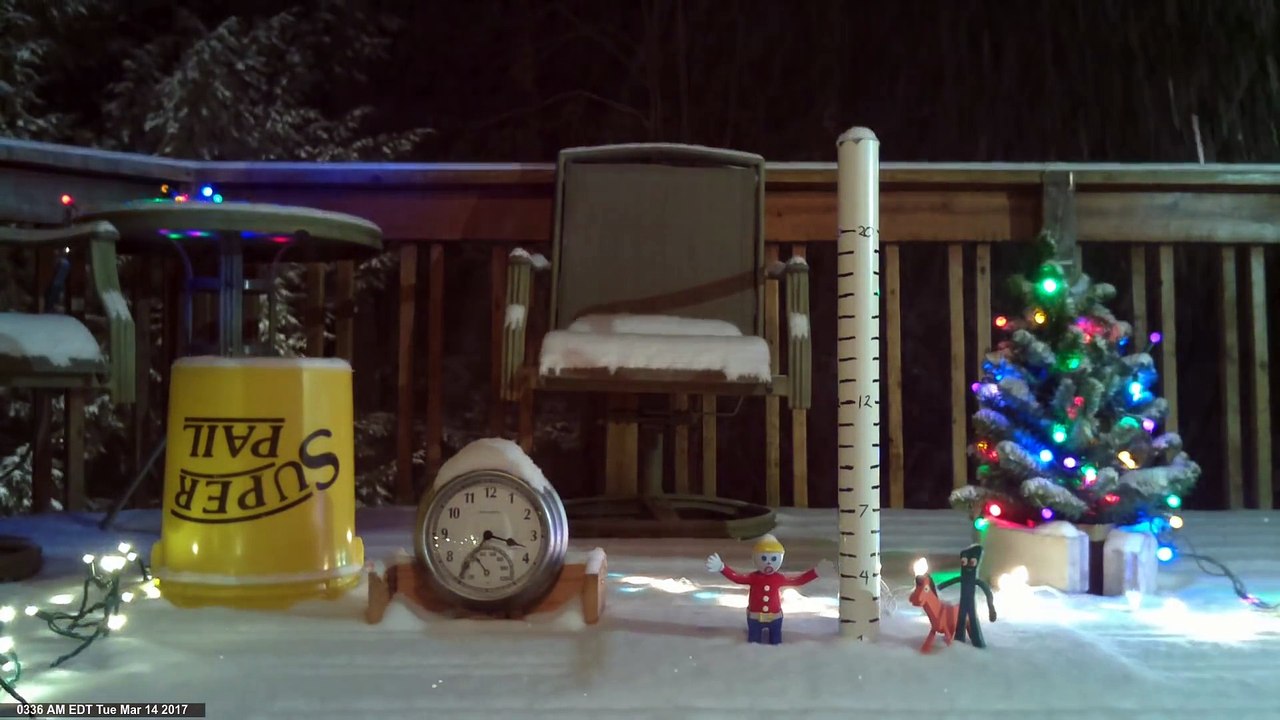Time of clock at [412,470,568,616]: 3:36
